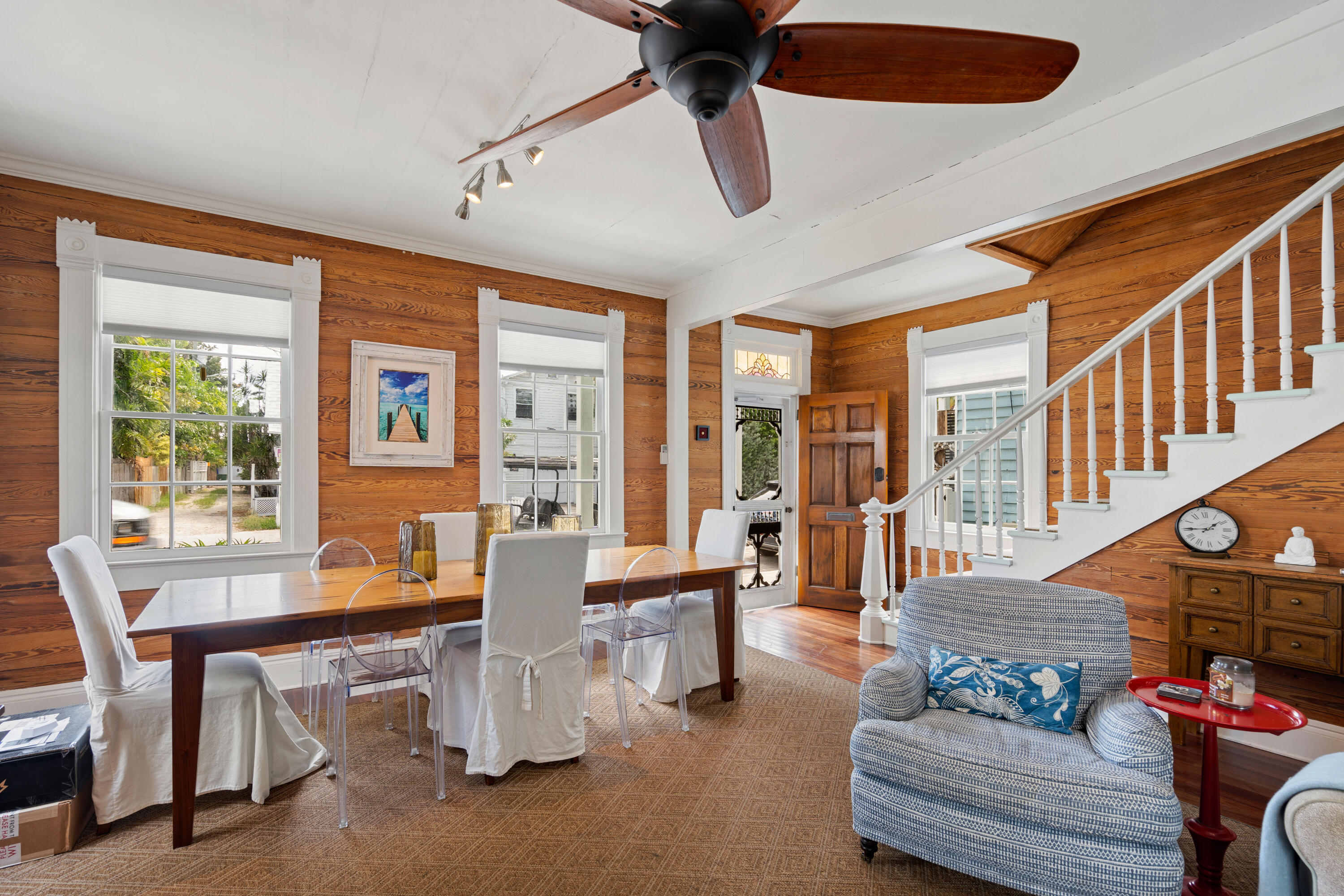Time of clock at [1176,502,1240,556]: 1:45
